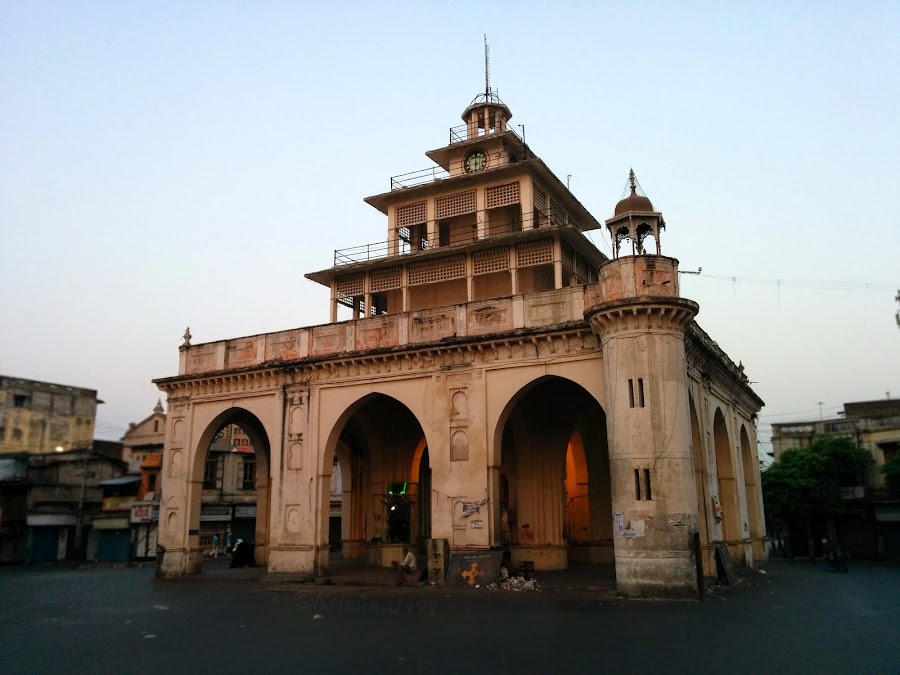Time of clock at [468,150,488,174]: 5:59
